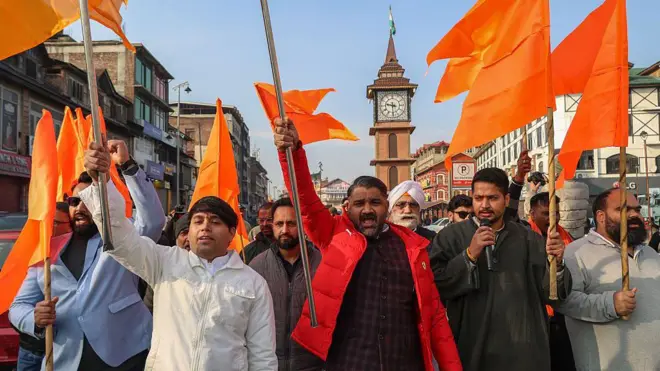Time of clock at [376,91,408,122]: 9:29
